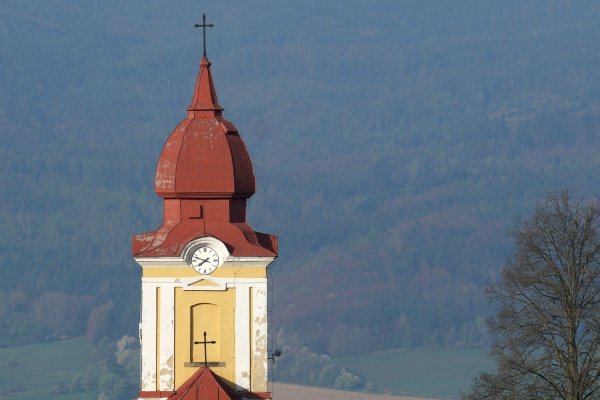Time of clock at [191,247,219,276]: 7:47
